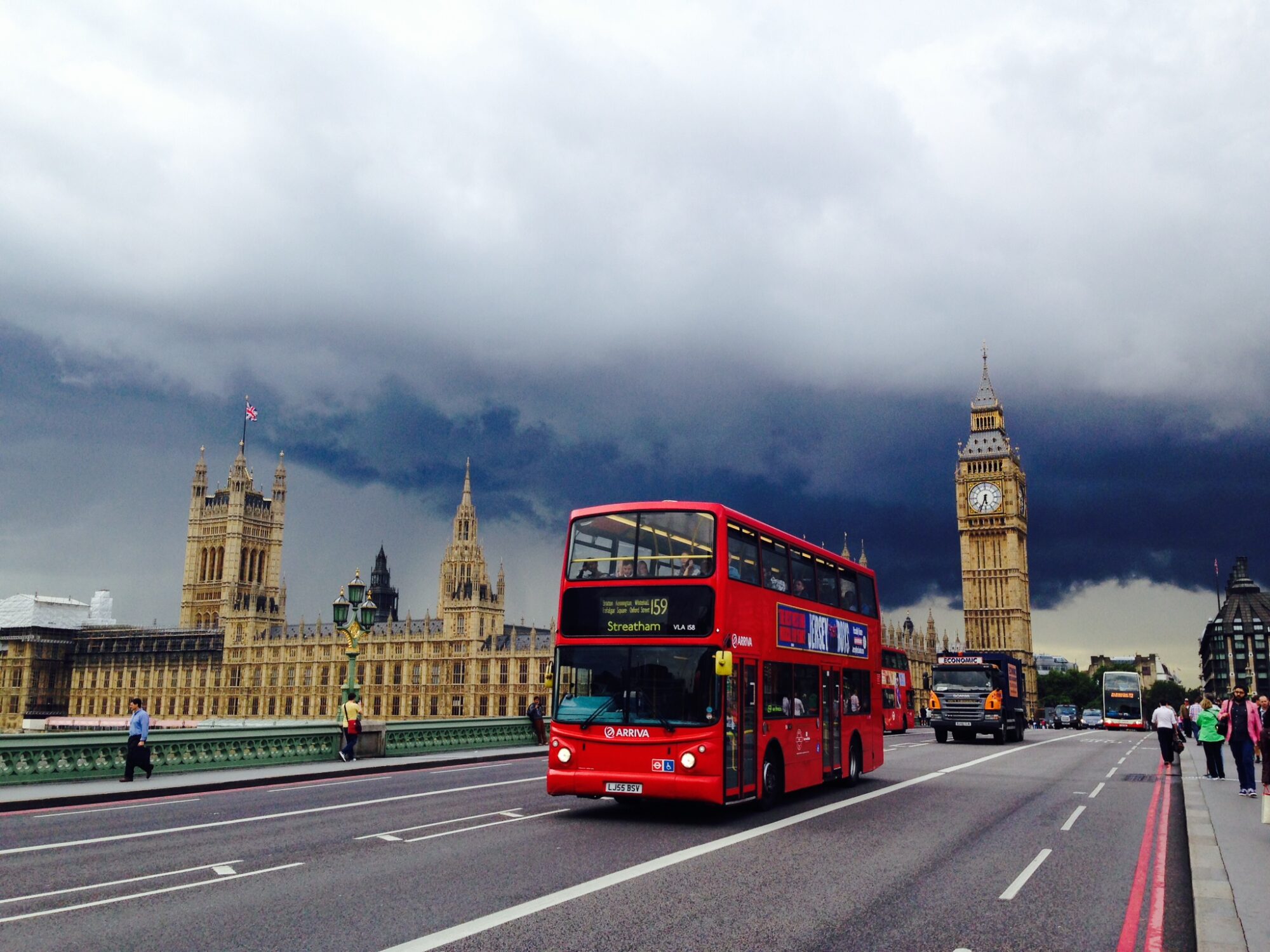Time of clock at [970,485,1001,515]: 5:33
